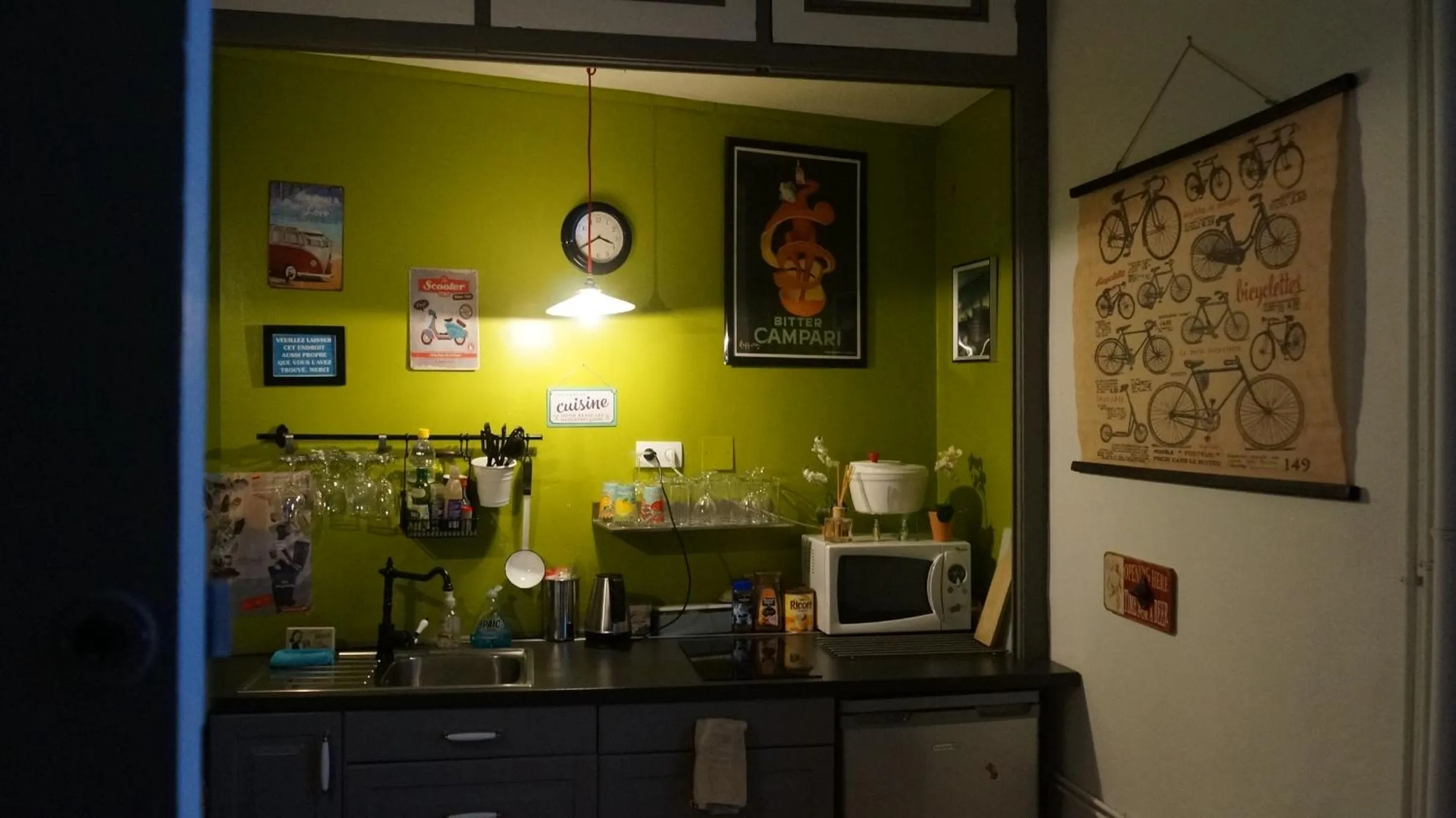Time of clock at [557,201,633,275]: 3:40
